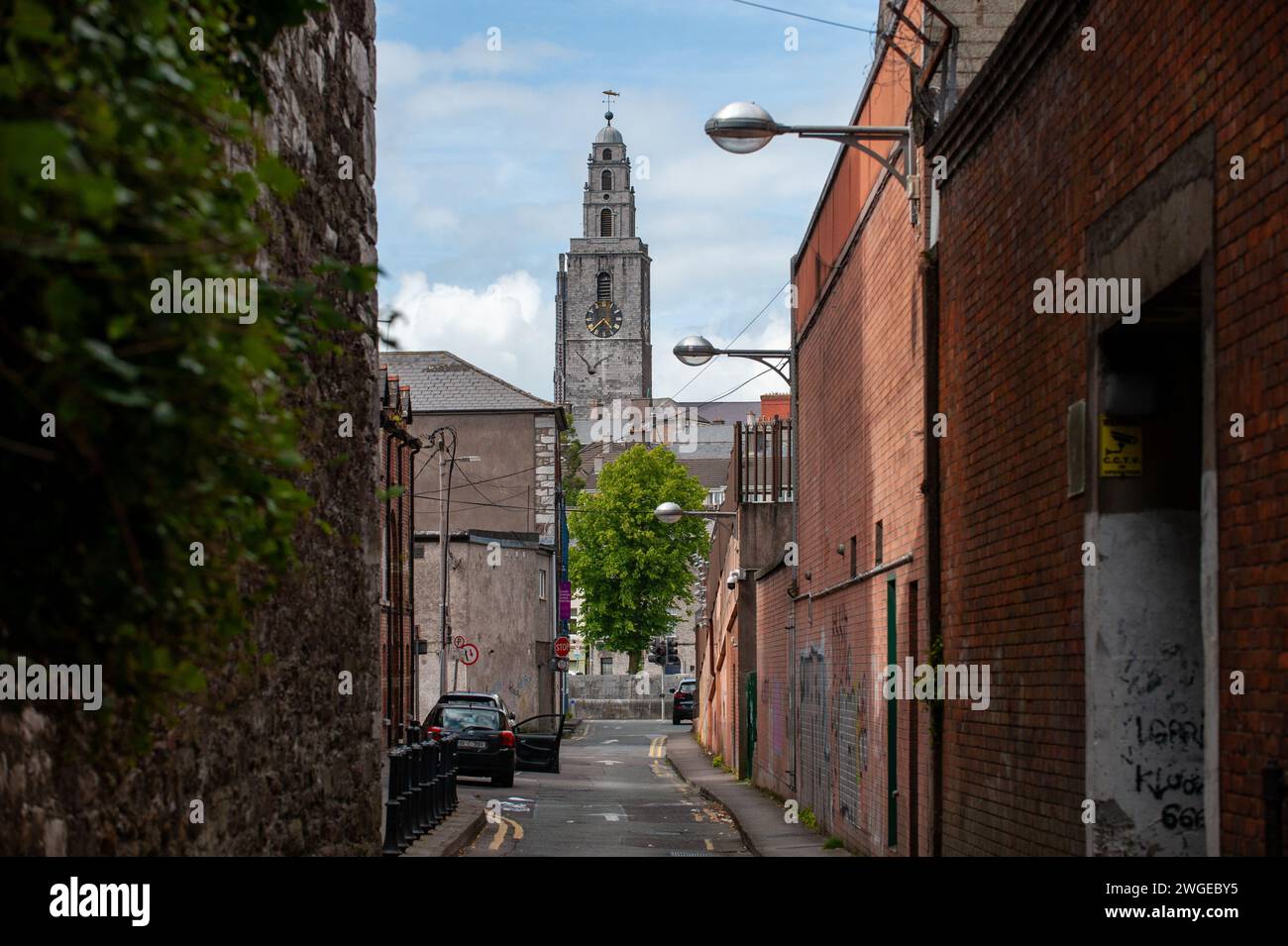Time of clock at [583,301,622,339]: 4:37
